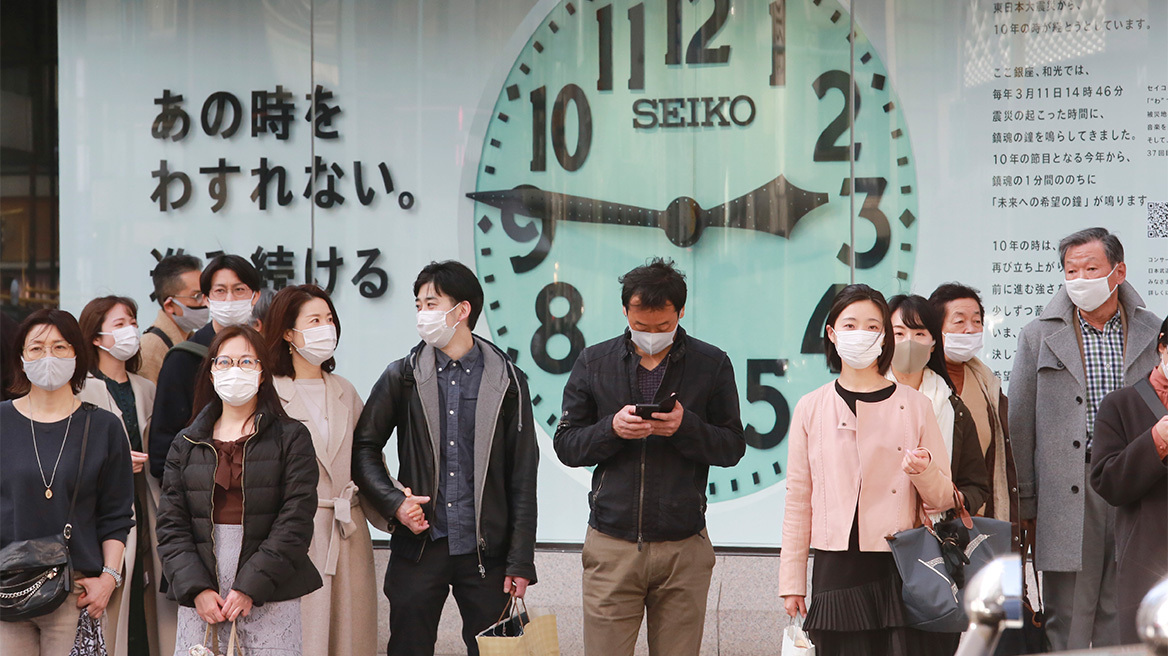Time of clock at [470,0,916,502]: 2:46
